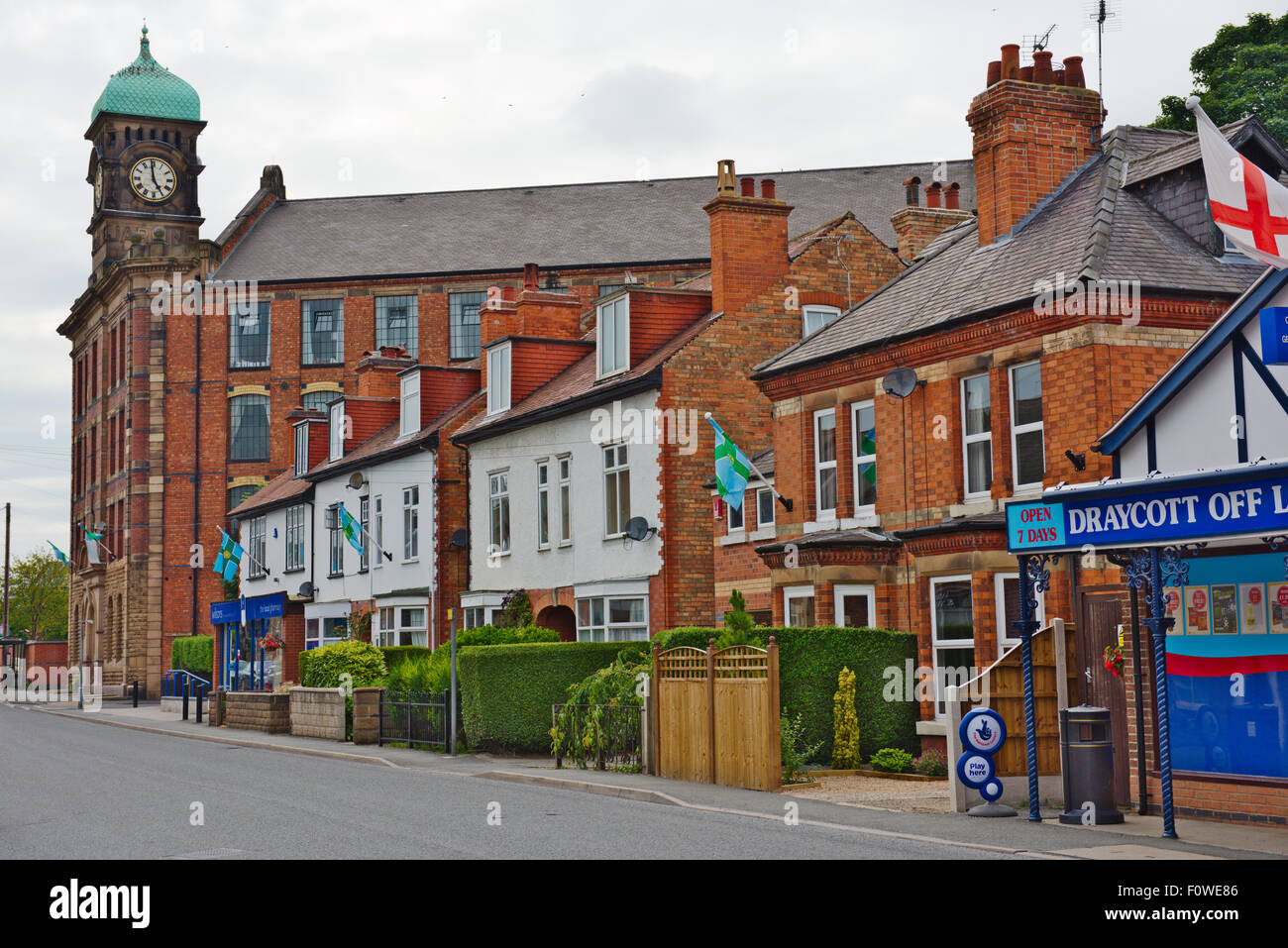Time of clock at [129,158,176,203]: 4:59
